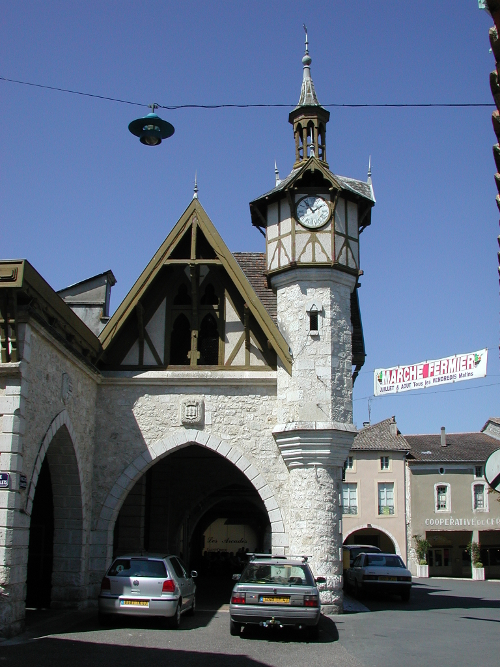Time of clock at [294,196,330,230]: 1:53
